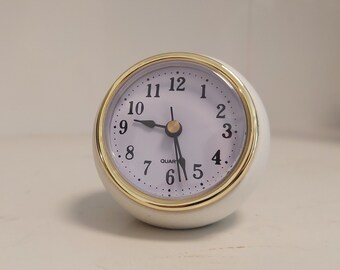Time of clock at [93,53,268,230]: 9:27
